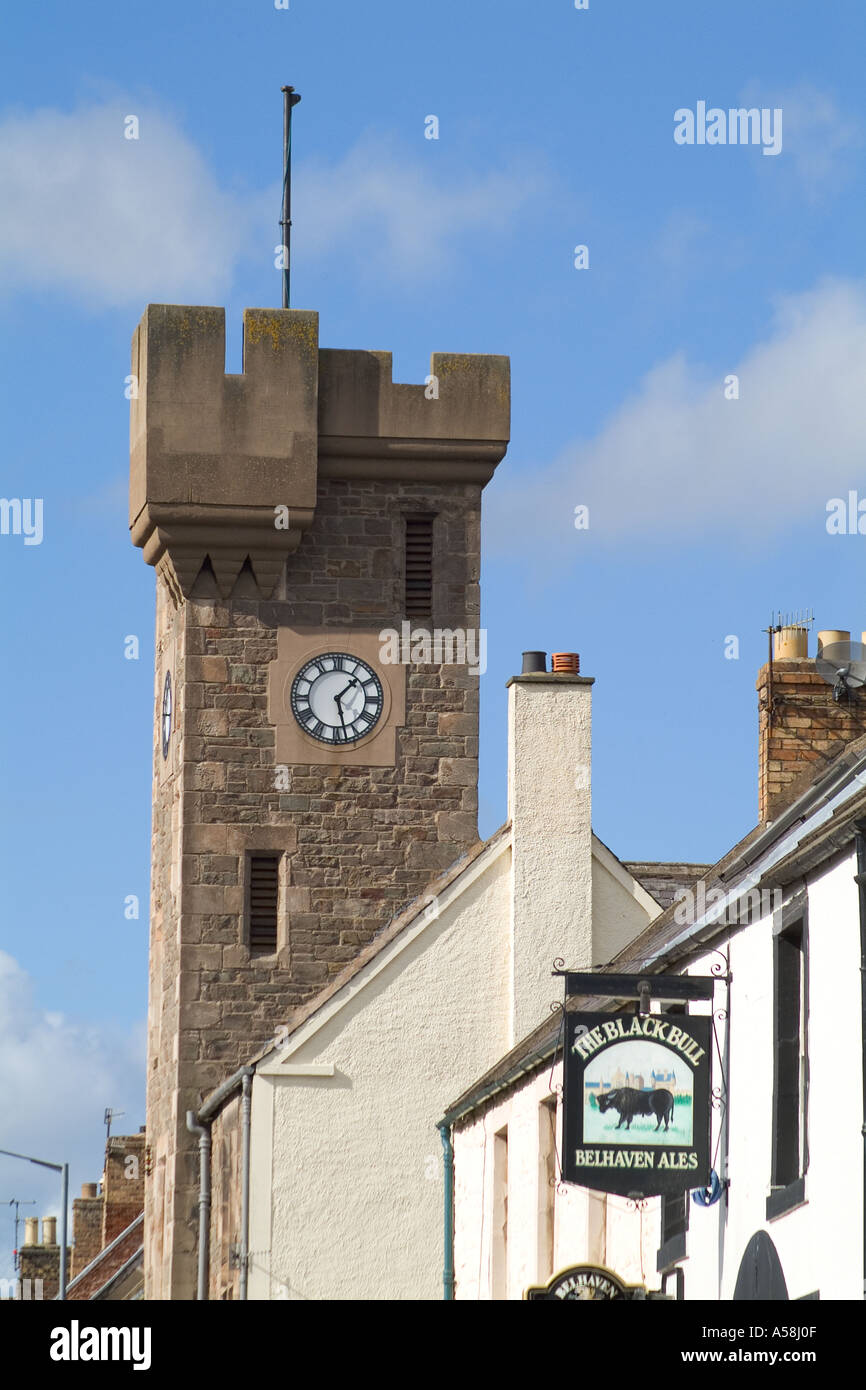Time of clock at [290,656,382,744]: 1:27
